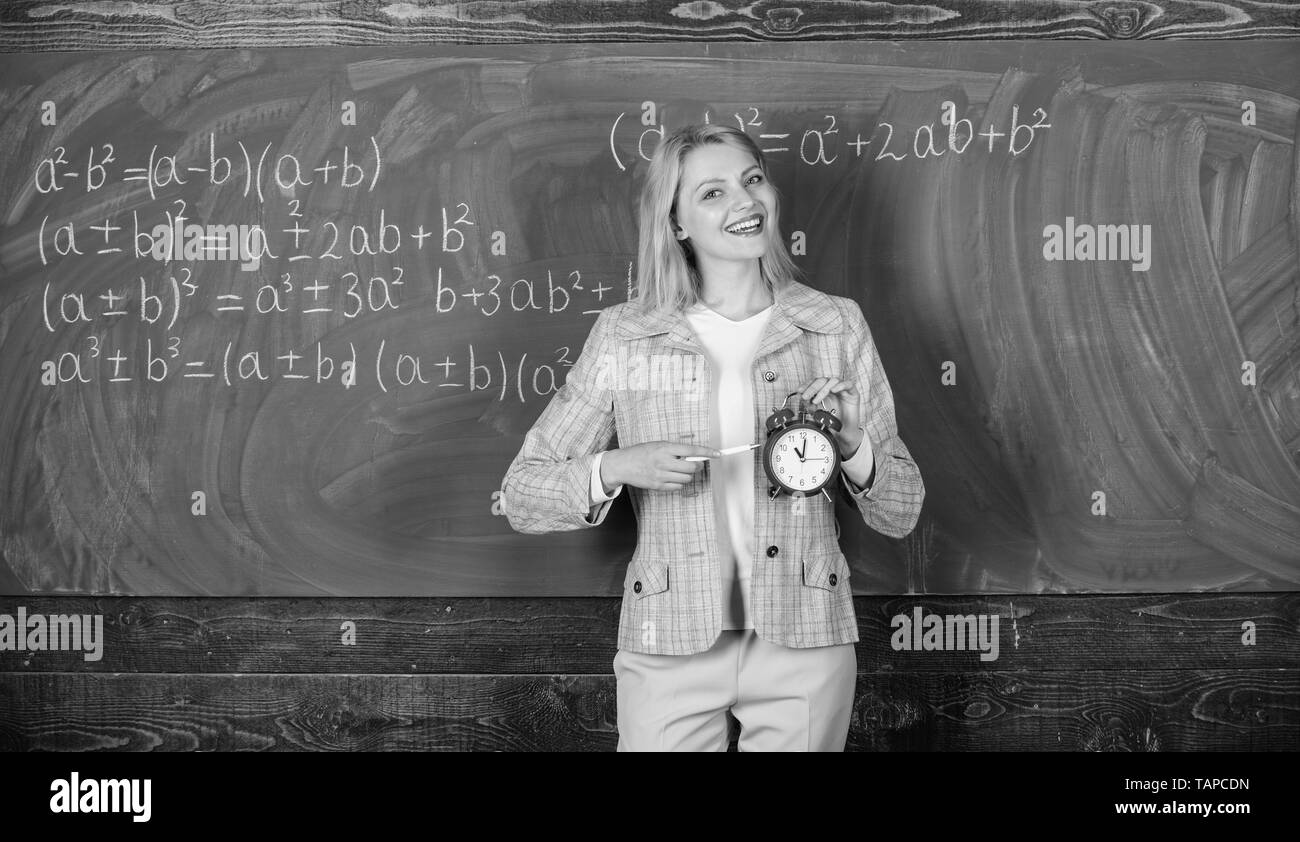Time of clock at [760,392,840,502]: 11:01
